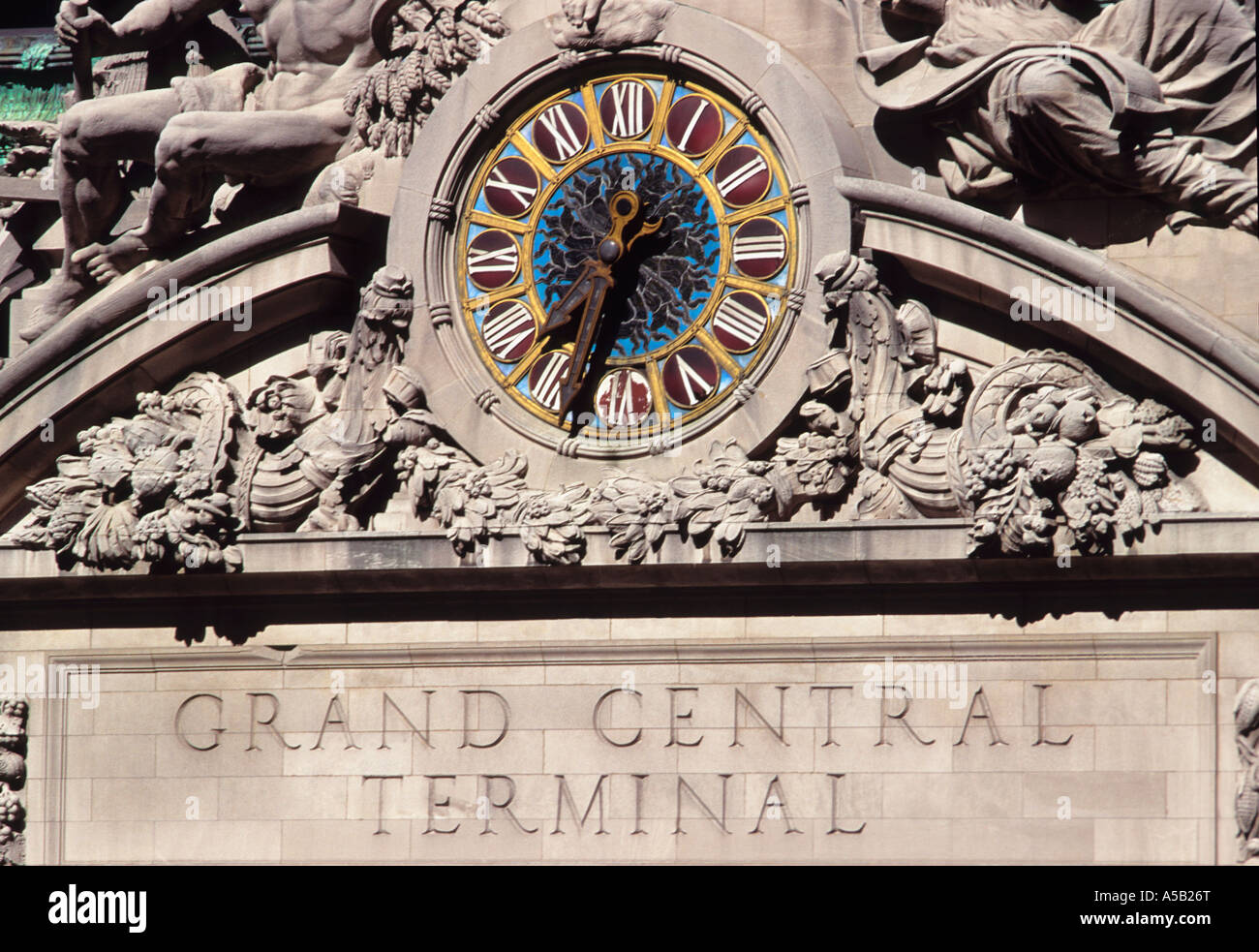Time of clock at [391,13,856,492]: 12:32
